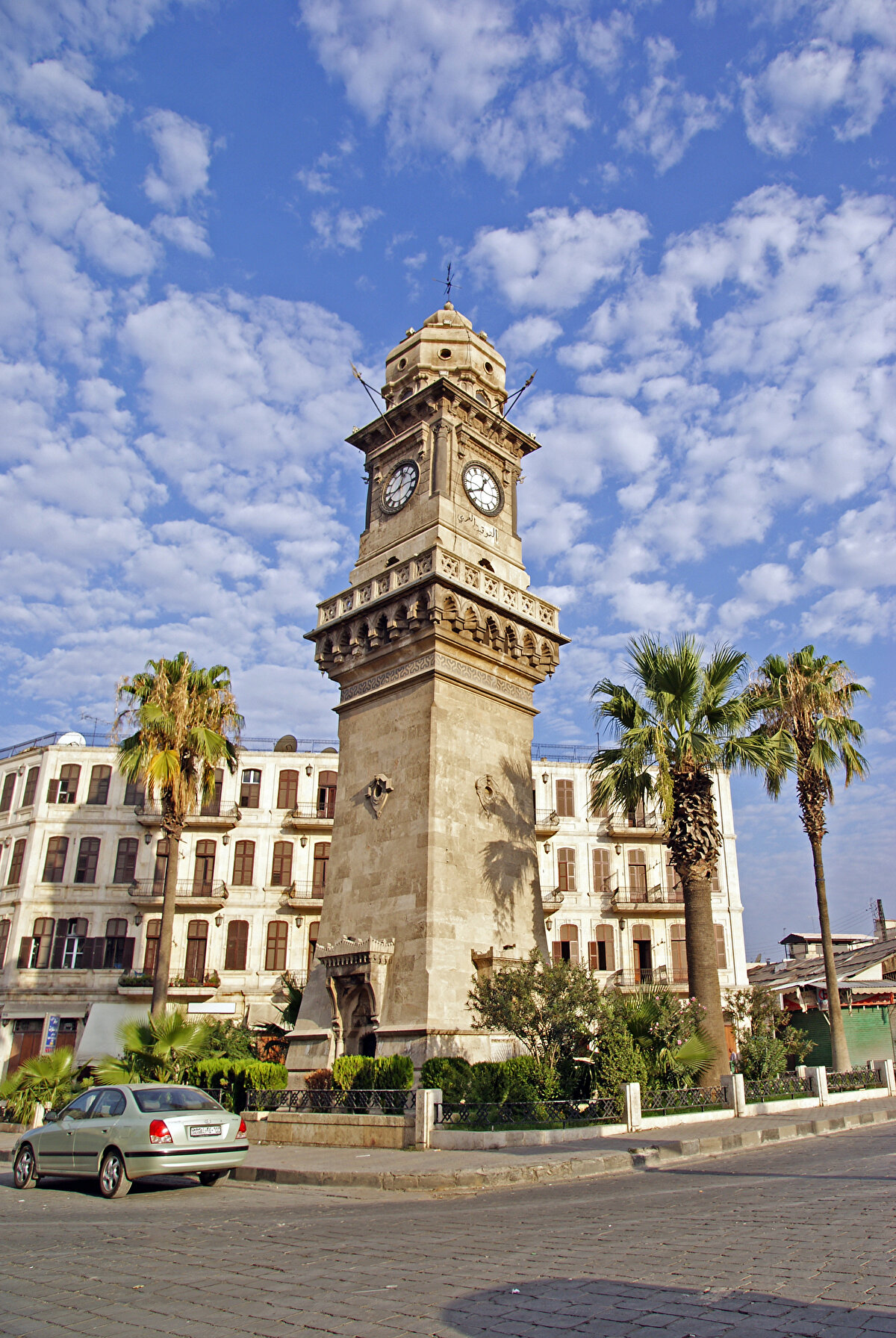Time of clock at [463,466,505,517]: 12:39
